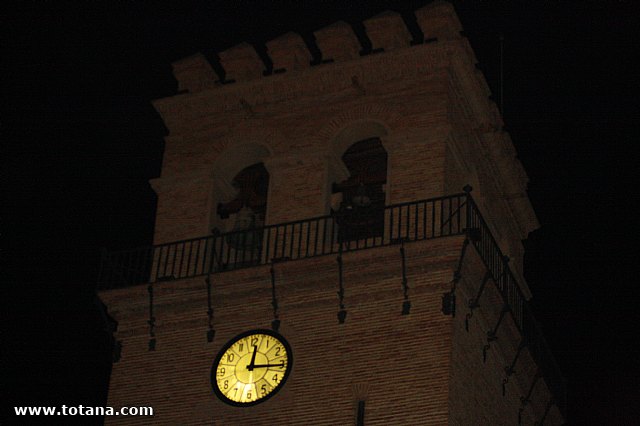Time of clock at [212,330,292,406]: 12:15
